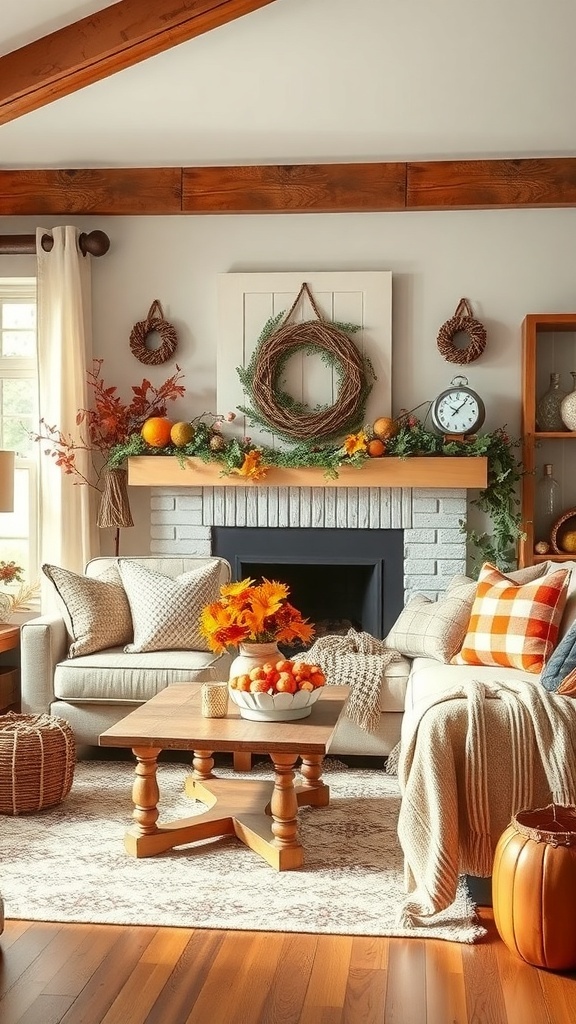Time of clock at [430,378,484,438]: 10:07
